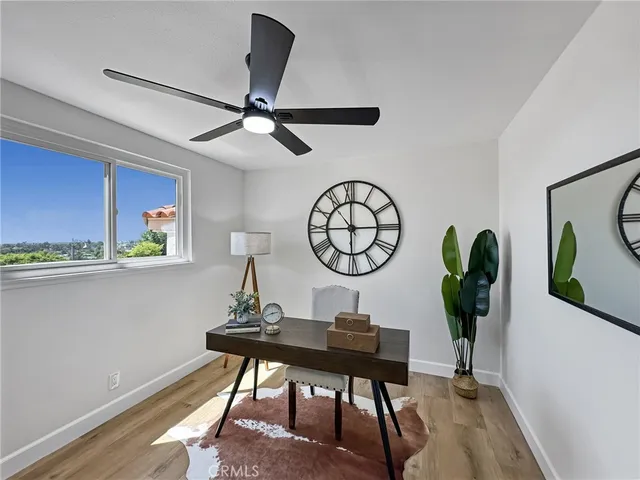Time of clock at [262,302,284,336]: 2:41
